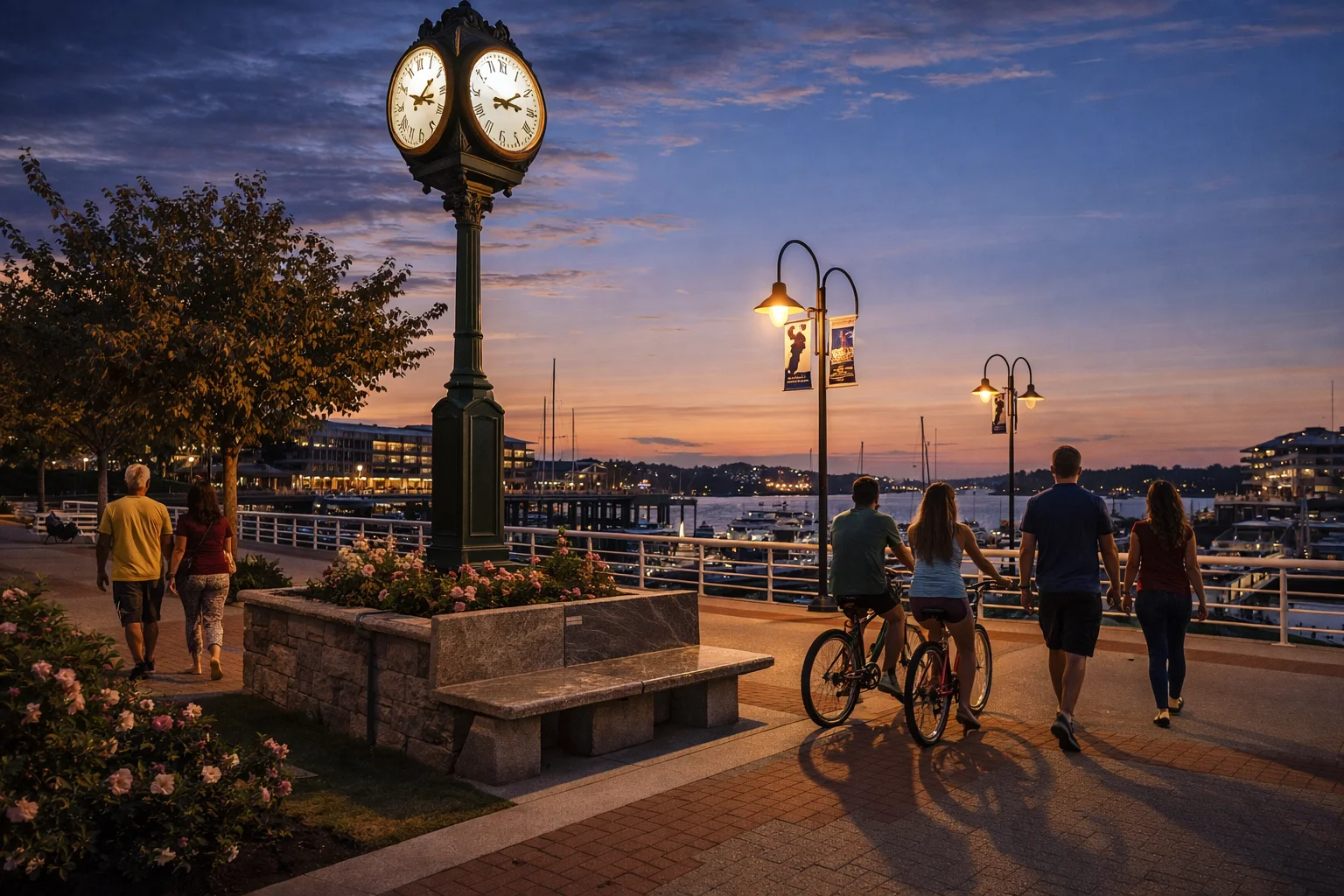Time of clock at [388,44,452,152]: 2:18
